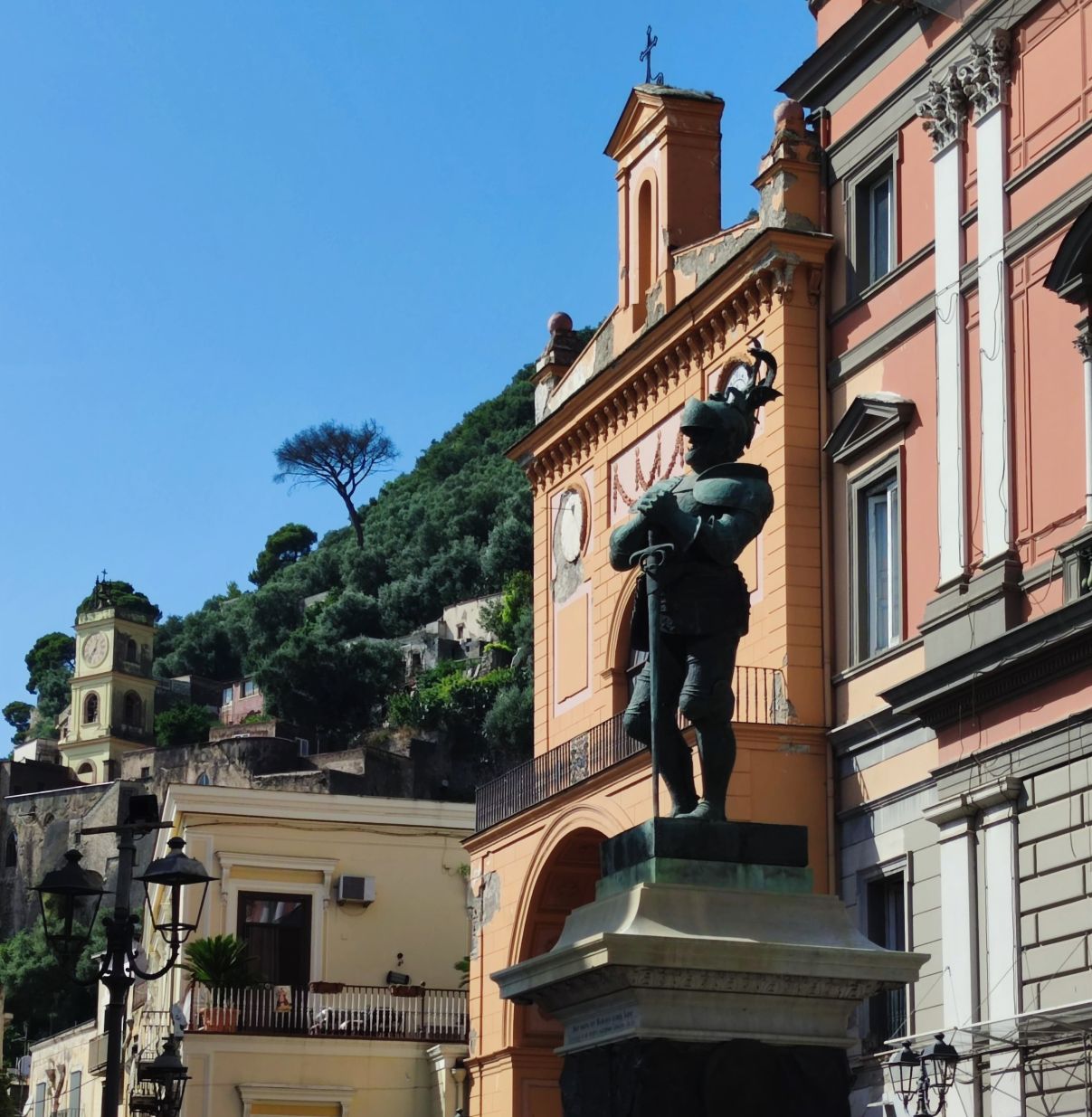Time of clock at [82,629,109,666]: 12:36
